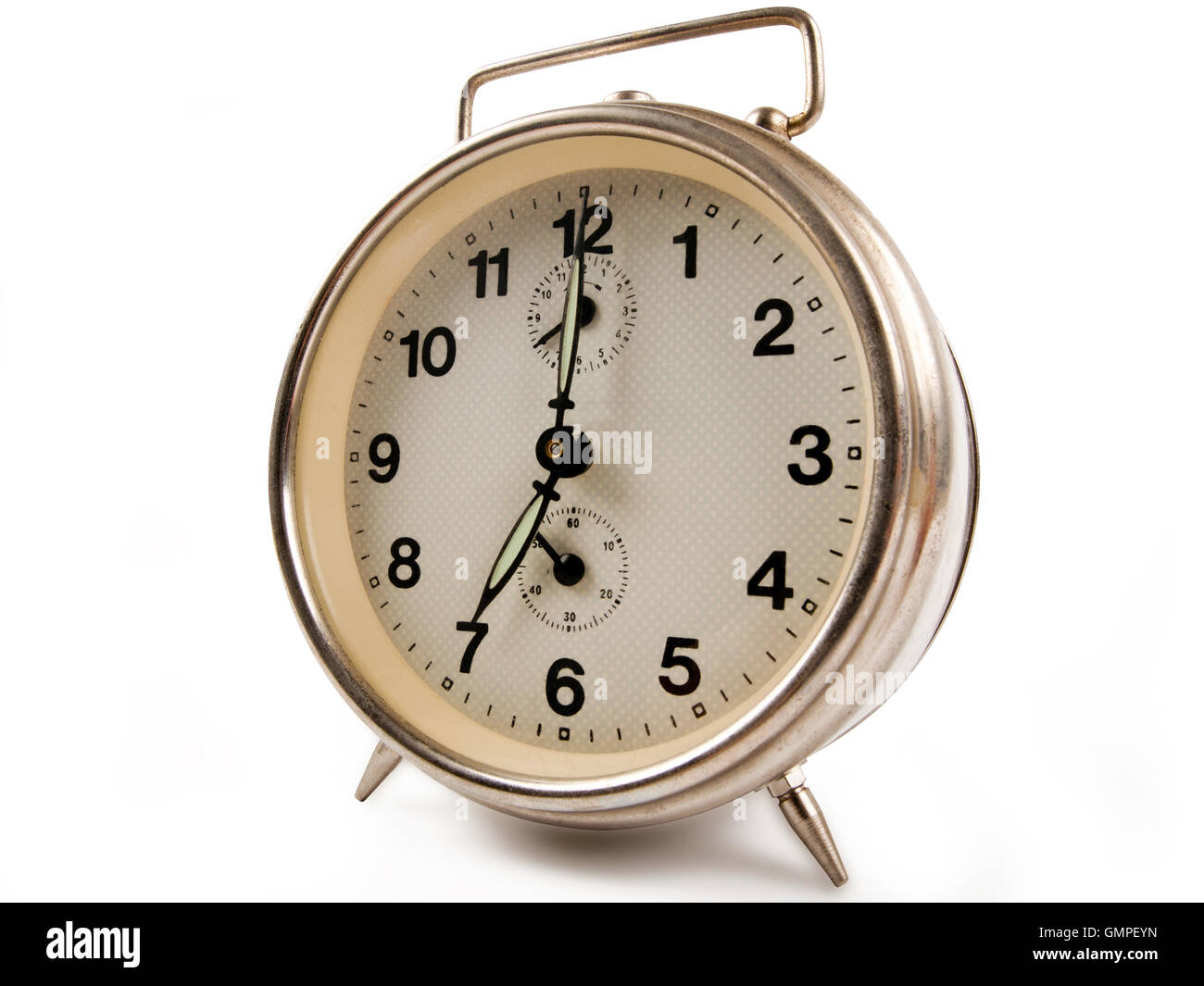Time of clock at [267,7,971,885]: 7:00
